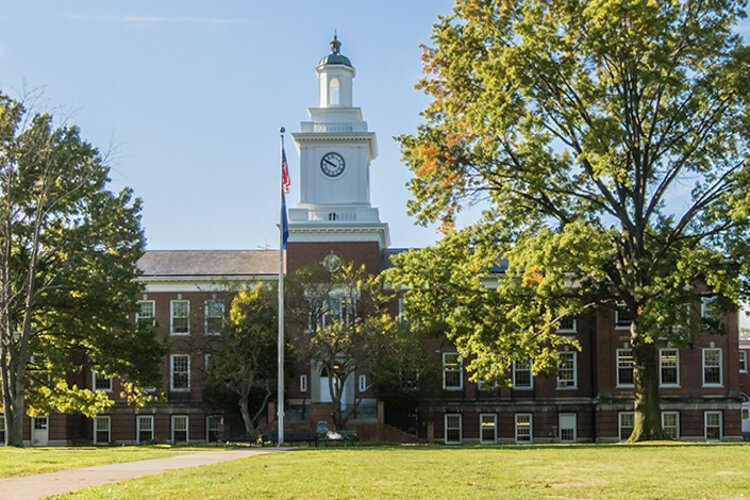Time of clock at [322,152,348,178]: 9:50
